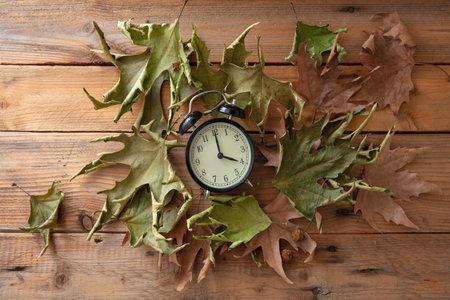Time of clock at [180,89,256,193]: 4:00
